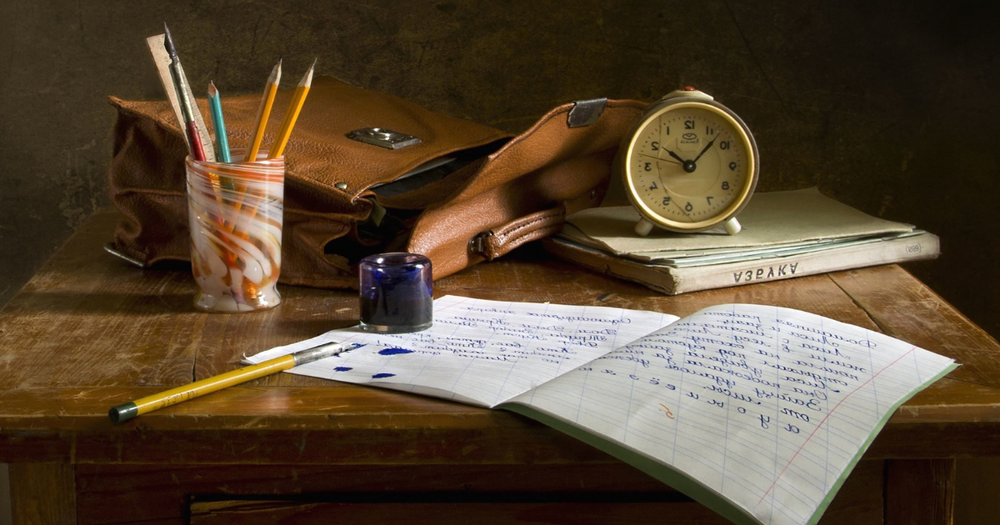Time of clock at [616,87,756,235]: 10:07
